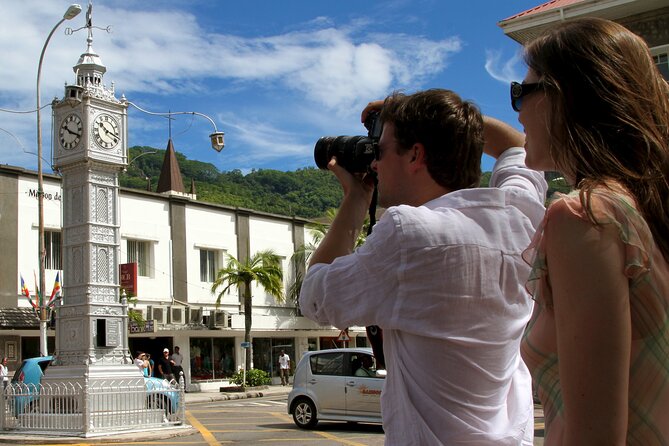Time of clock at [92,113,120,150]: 10:17
